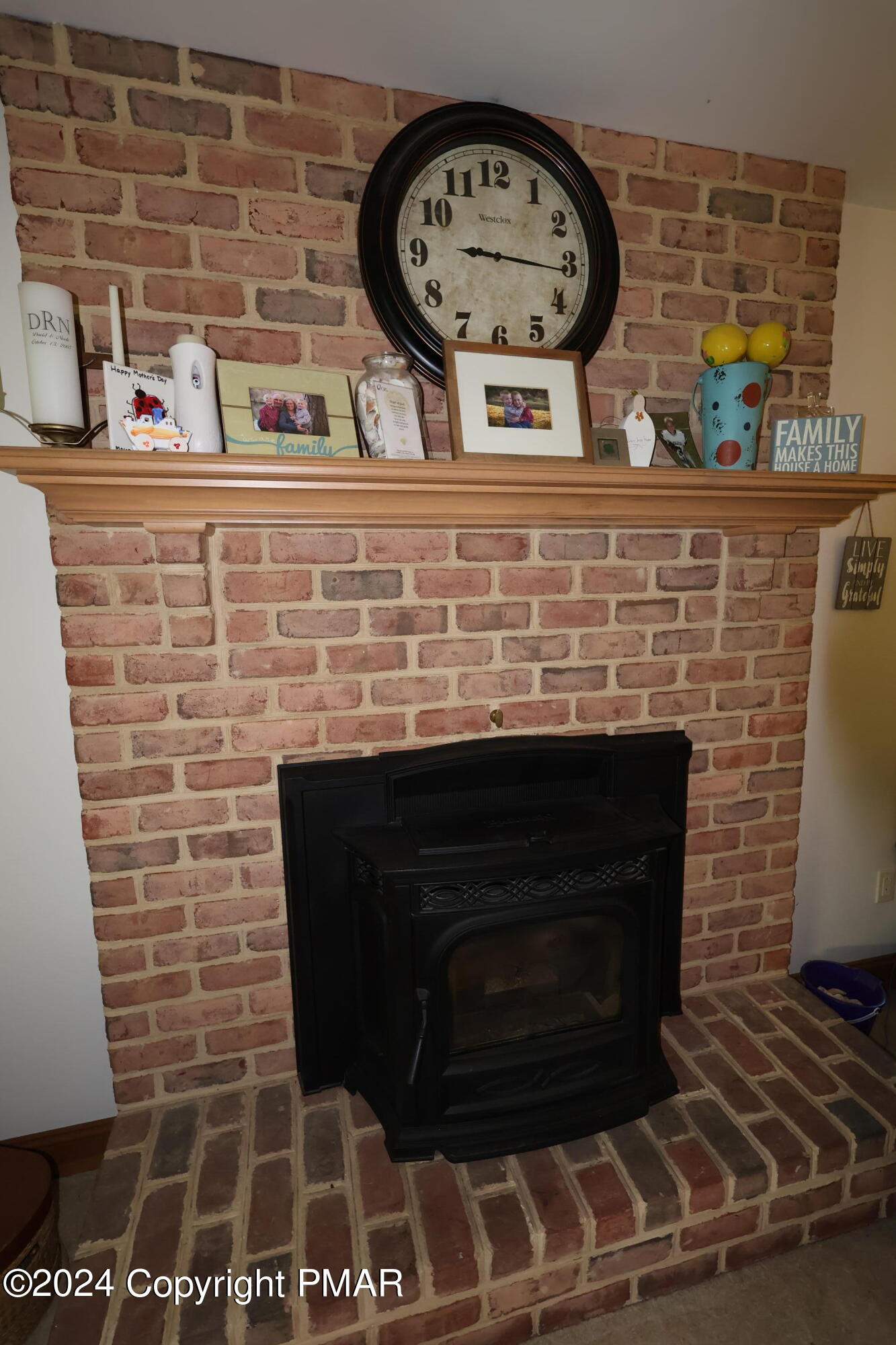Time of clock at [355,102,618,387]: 9:15
